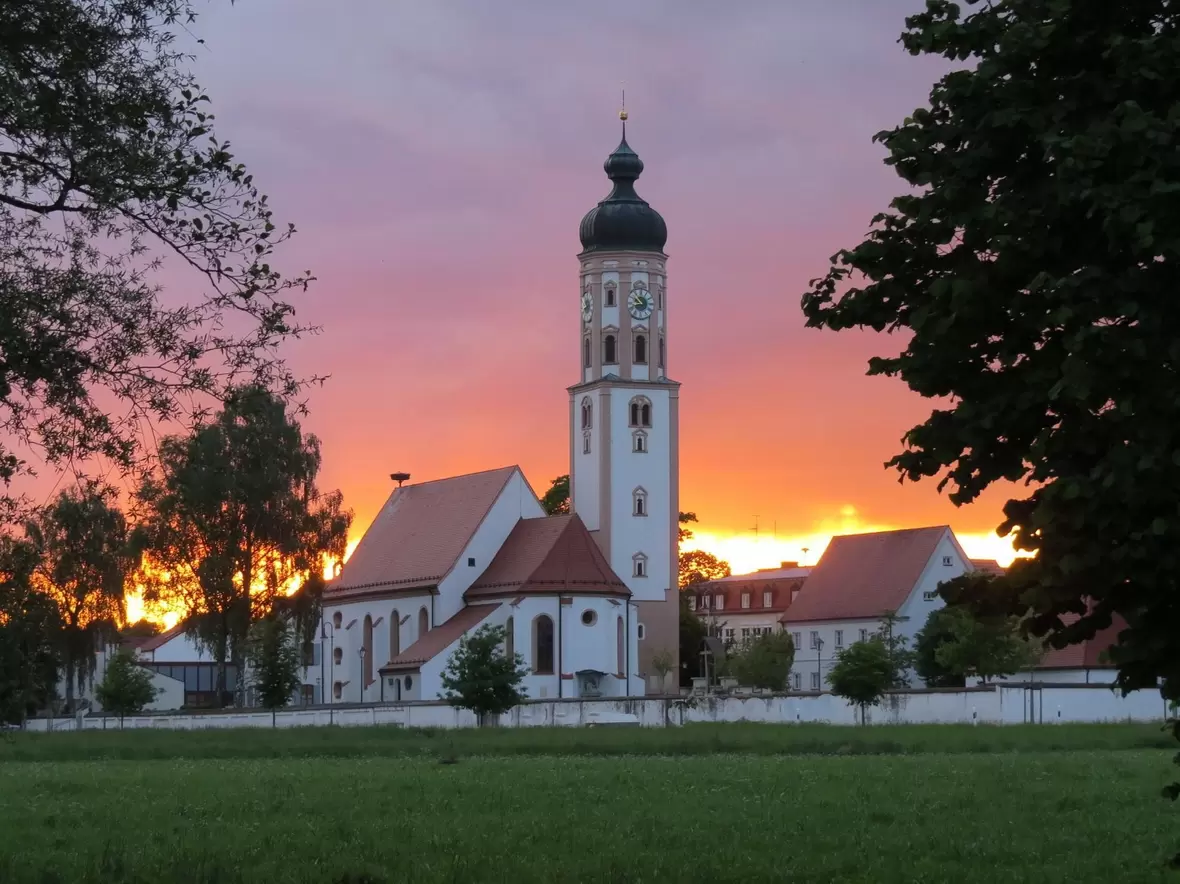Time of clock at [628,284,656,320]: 10:41
